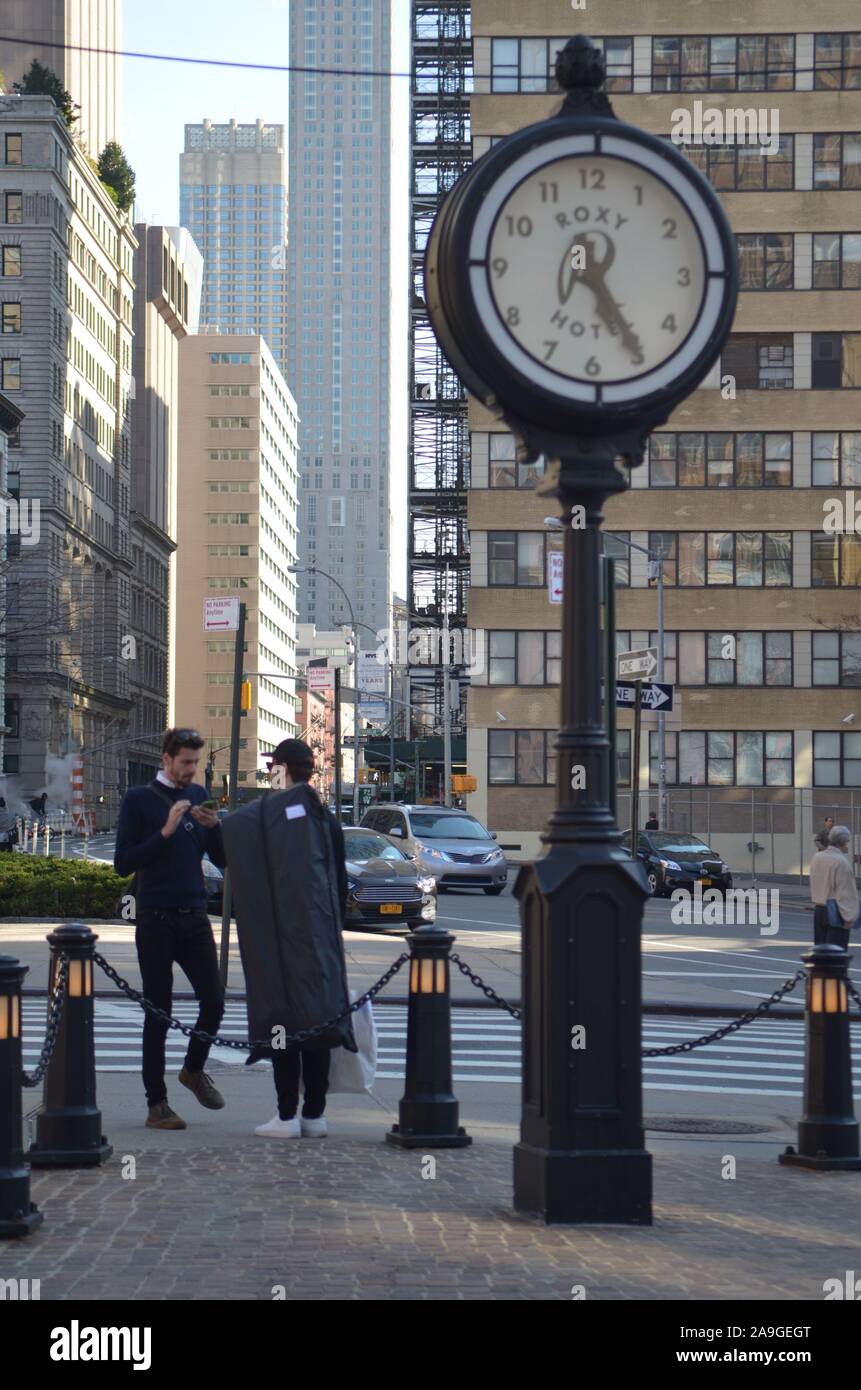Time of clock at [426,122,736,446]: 5:24
